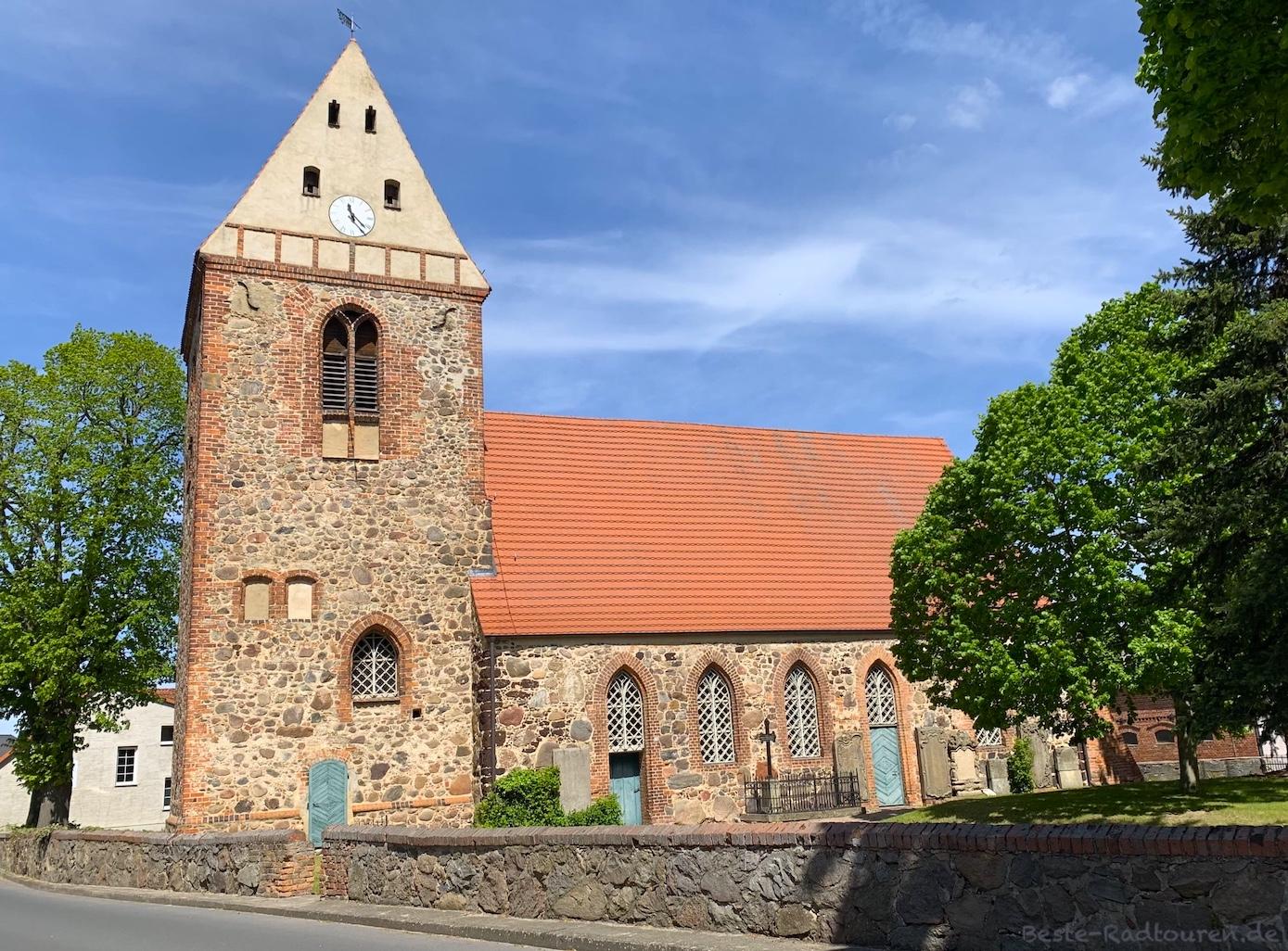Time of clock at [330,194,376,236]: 11:22
